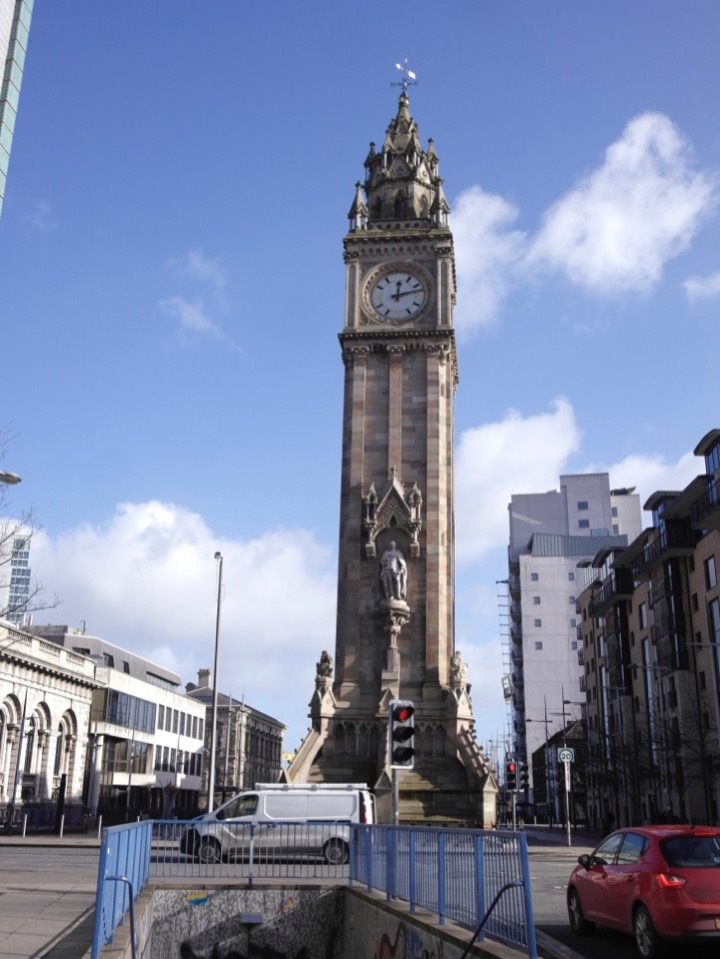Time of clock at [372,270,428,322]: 12:12
